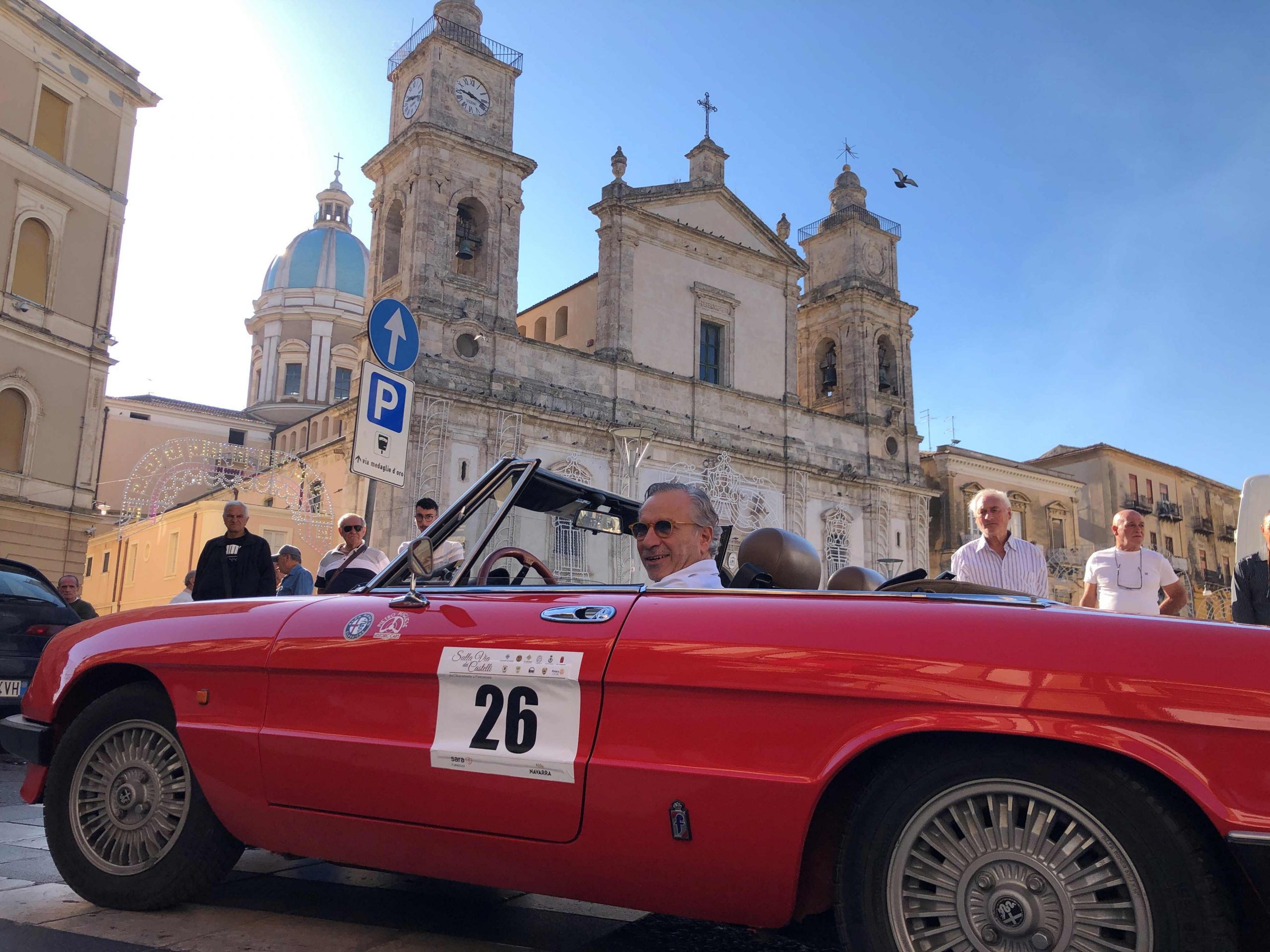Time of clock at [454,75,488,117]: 9:18
